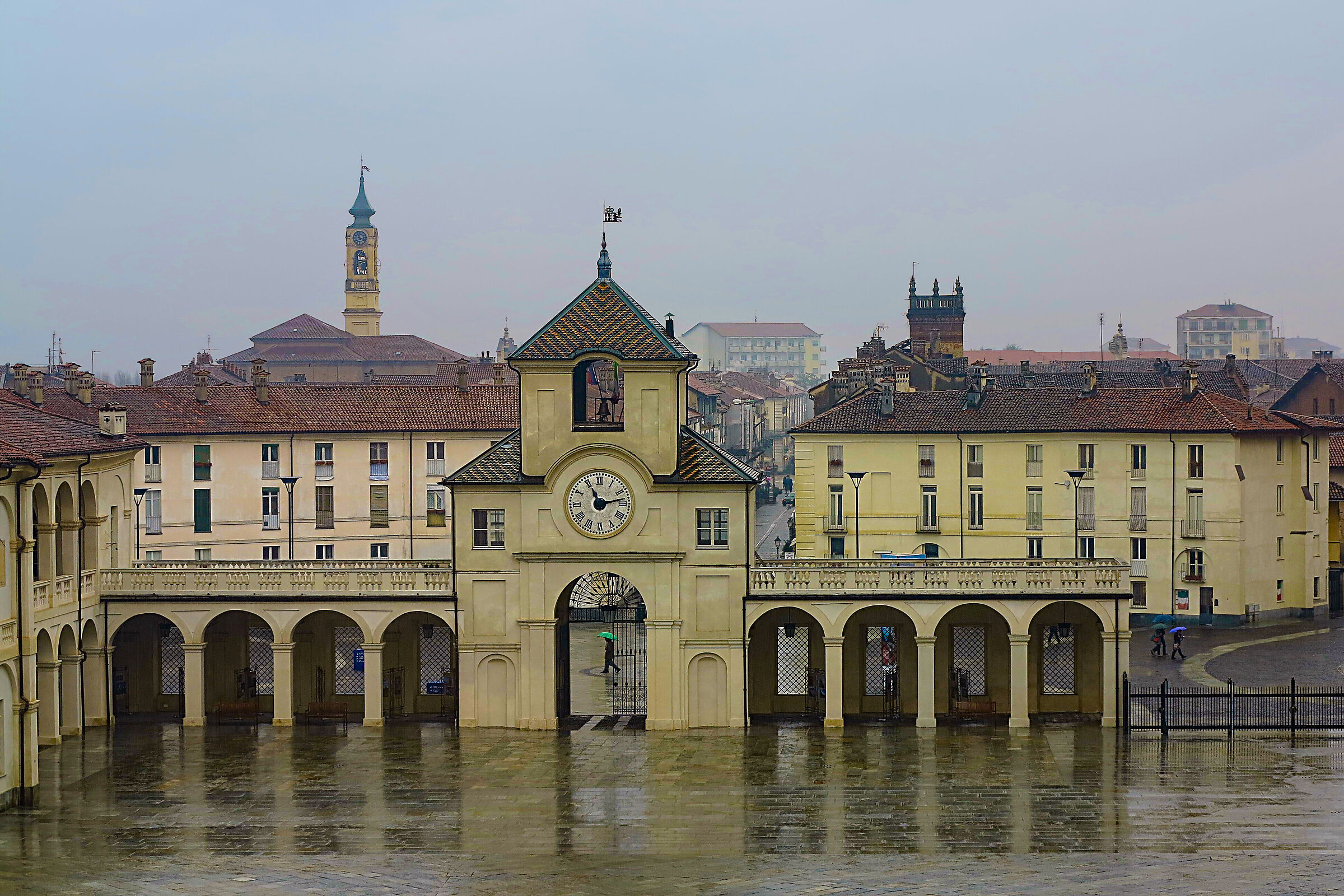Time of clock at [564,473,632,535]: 11:13
